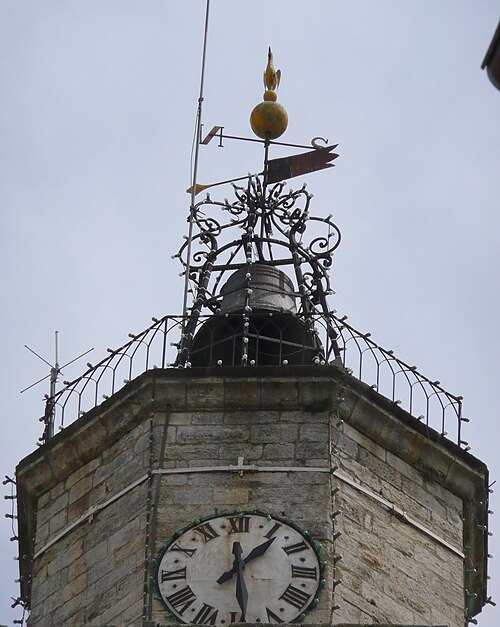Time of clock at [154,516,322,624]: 1:28
